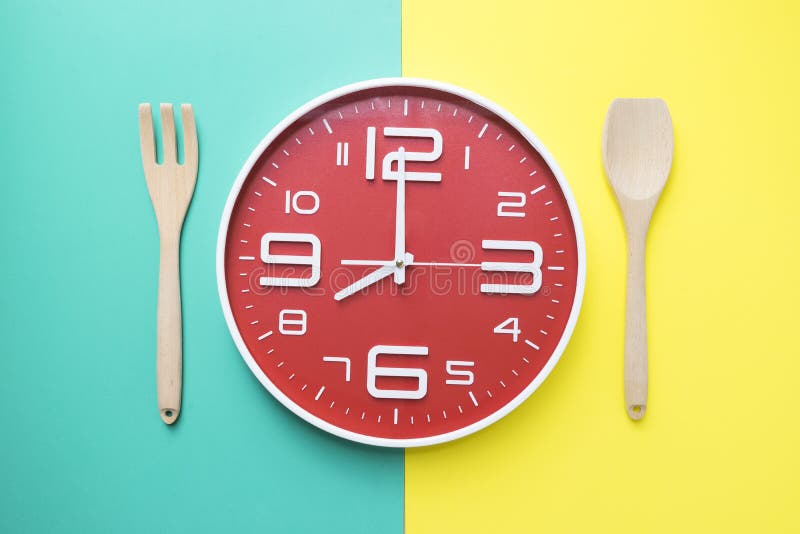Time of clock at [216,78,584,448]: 7:59
